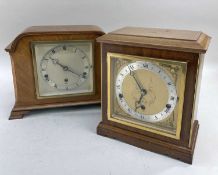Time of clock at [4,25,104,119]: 10:20
